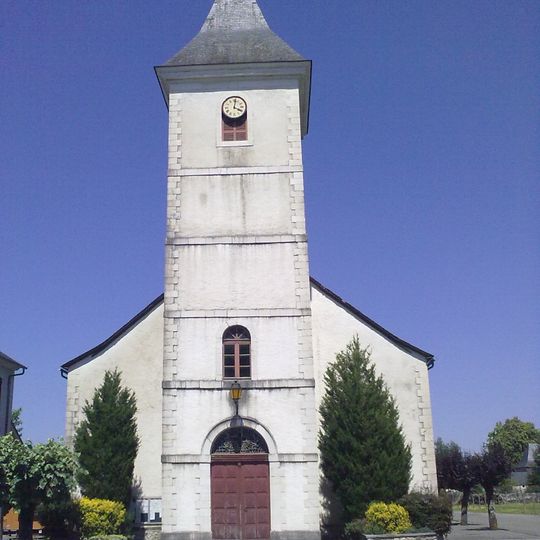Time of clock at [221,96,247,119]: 4:01
